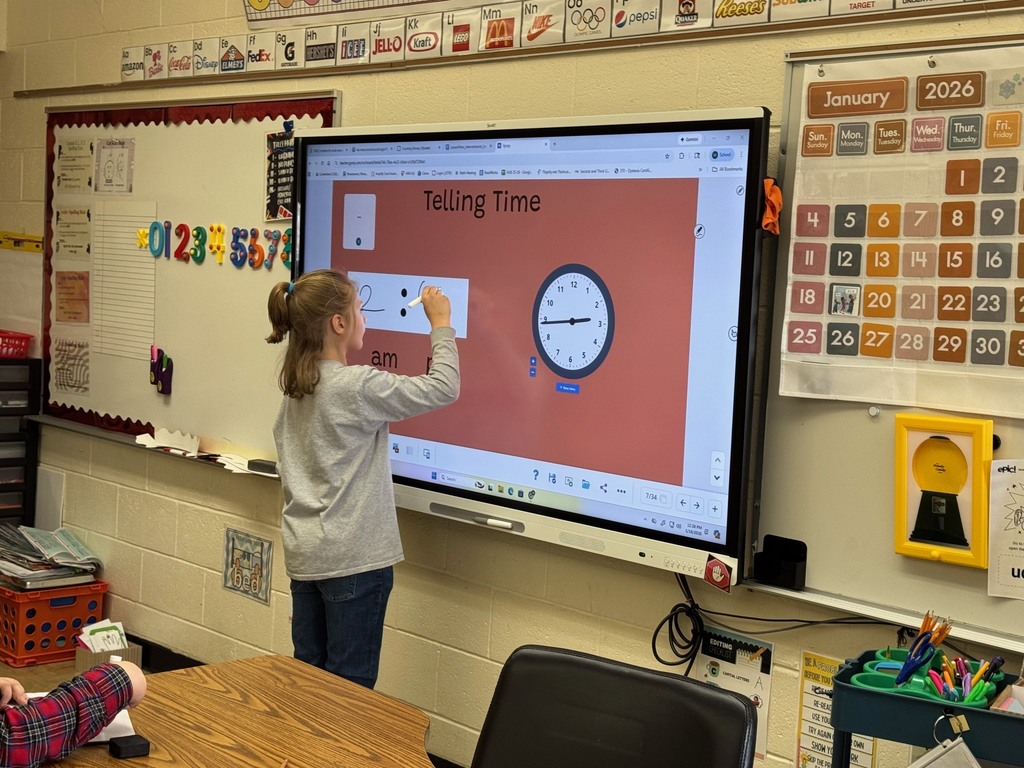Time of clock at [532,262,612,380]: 2:43
